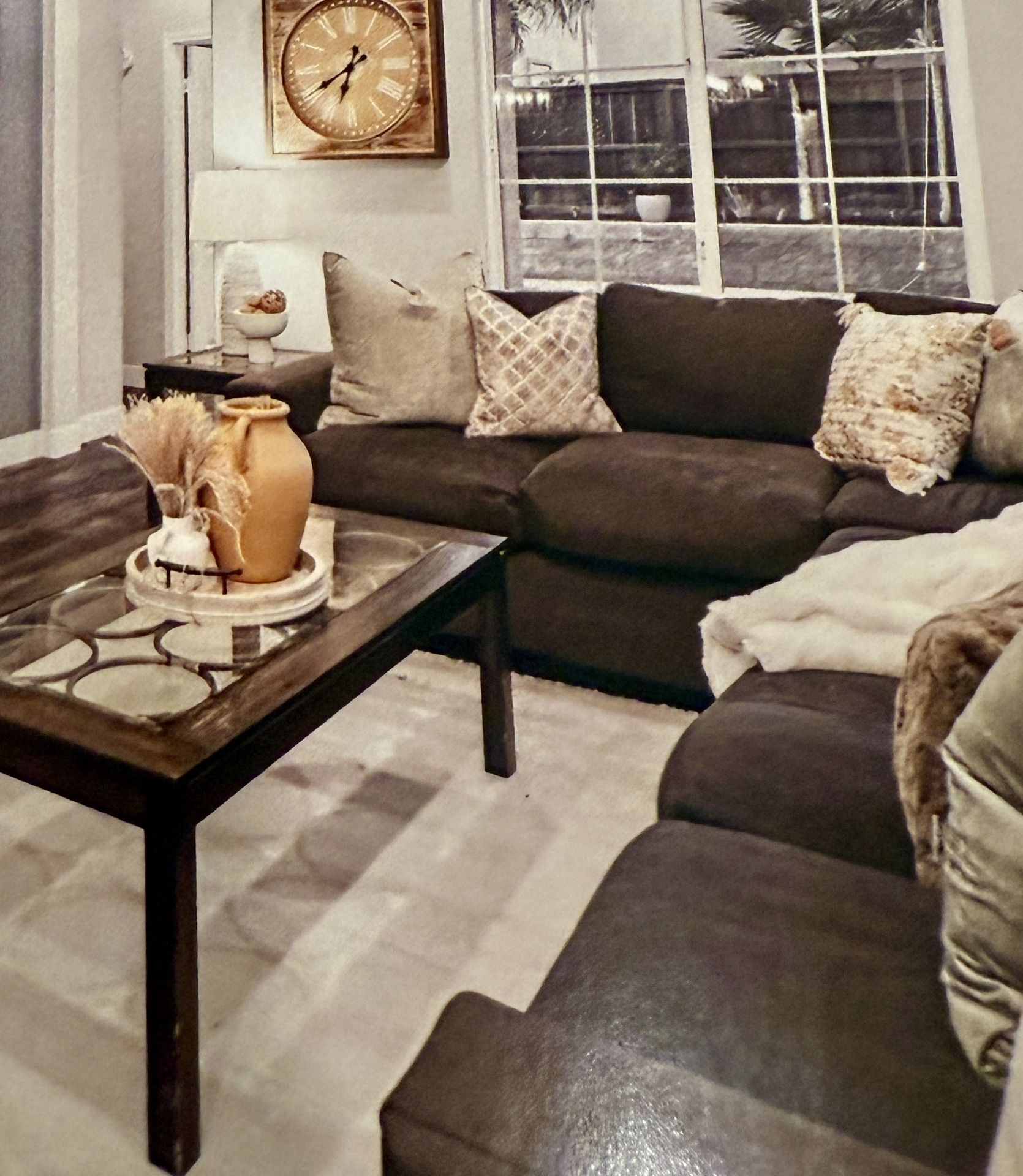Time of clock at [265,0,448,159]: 6:40
